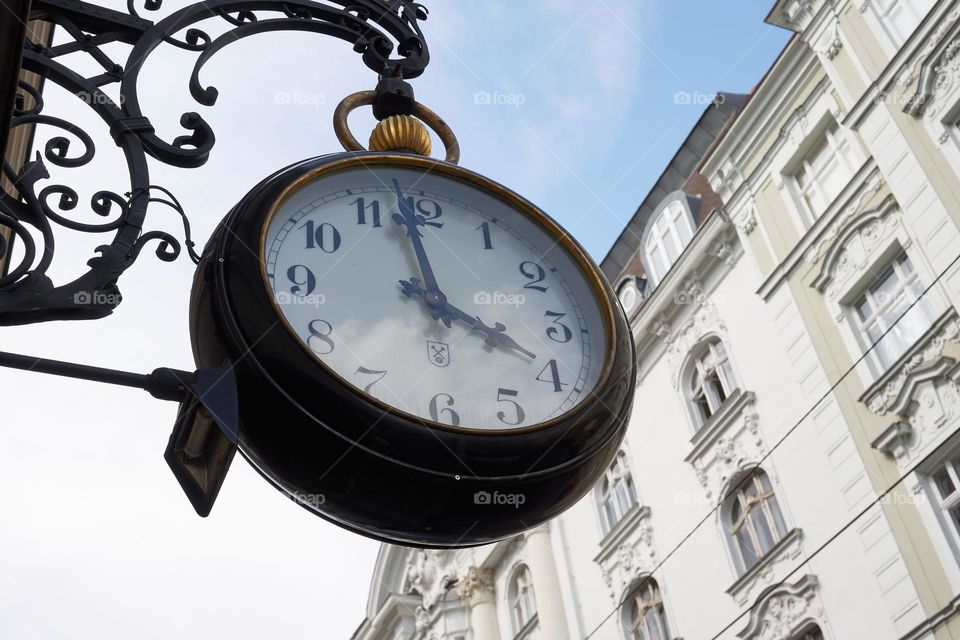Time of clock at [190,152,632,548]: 3:58
